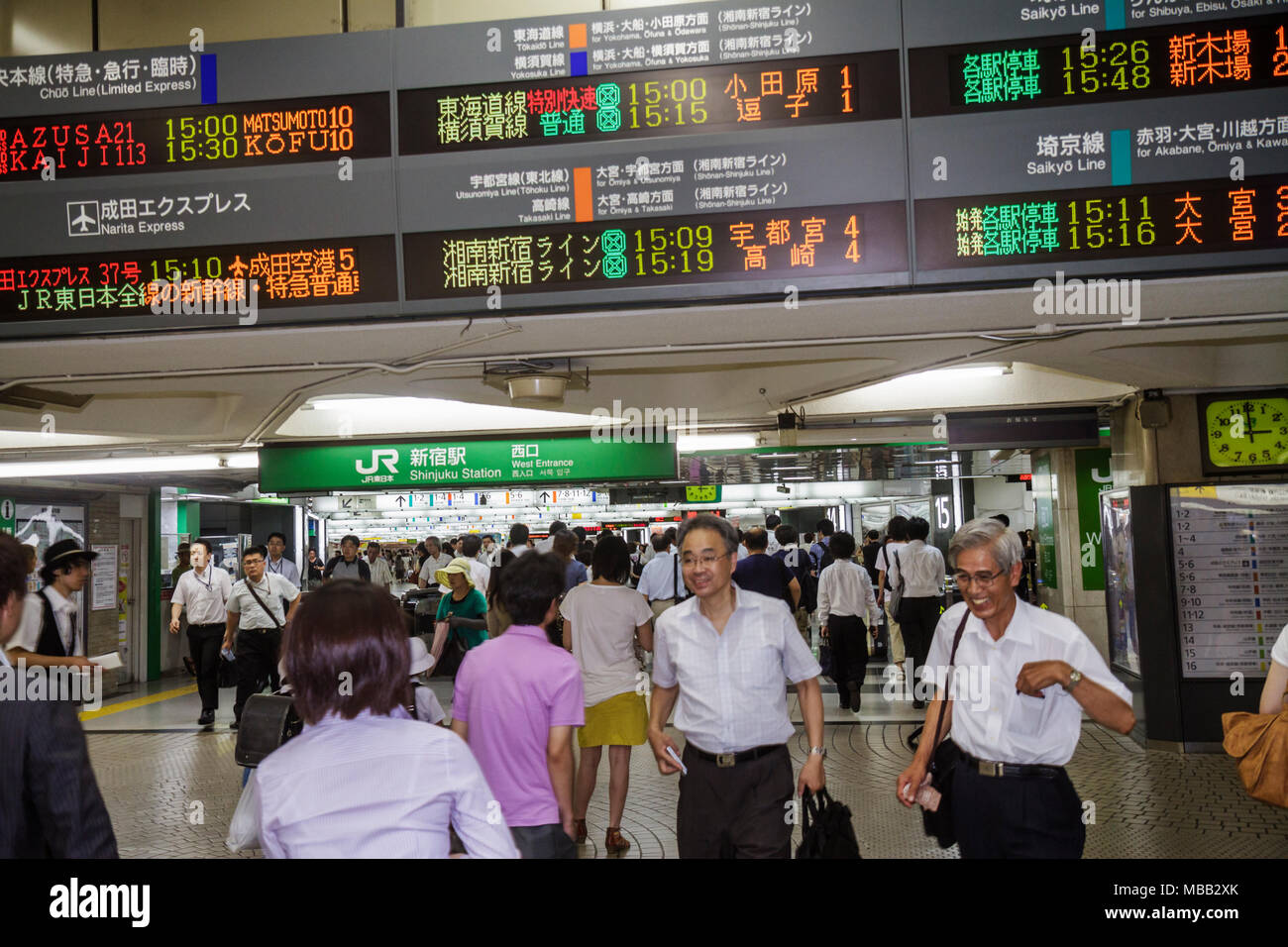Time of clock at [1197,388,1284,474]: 2:59
